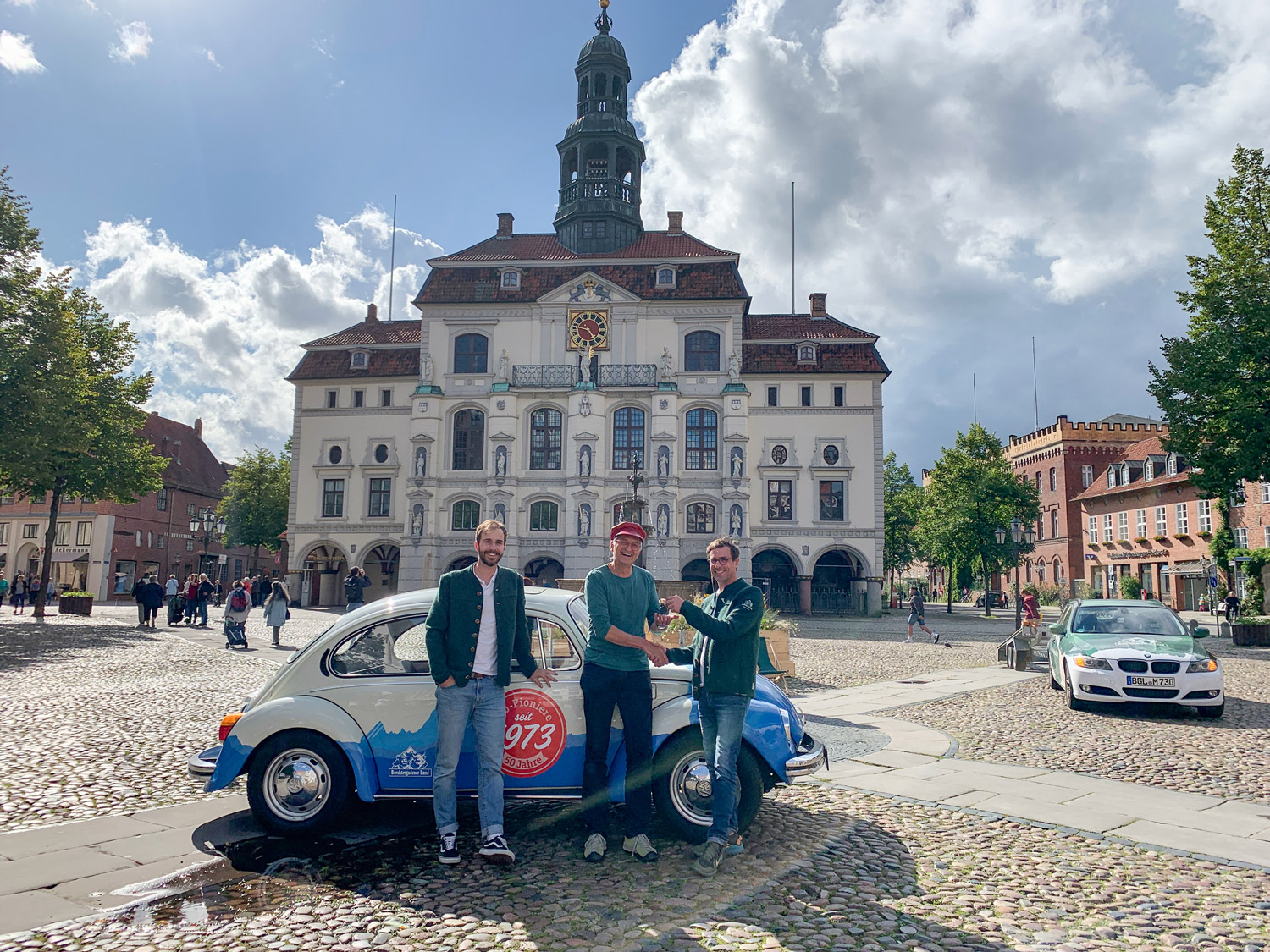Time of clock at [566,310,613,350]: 4:46
